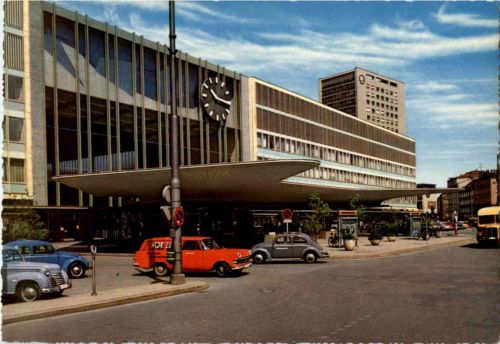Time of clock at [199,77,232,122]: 10:15
